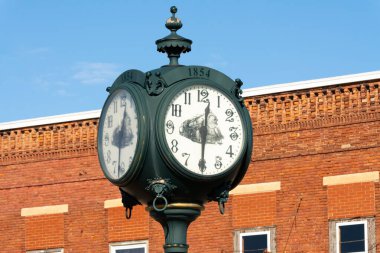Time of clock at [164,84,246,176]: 12:30
